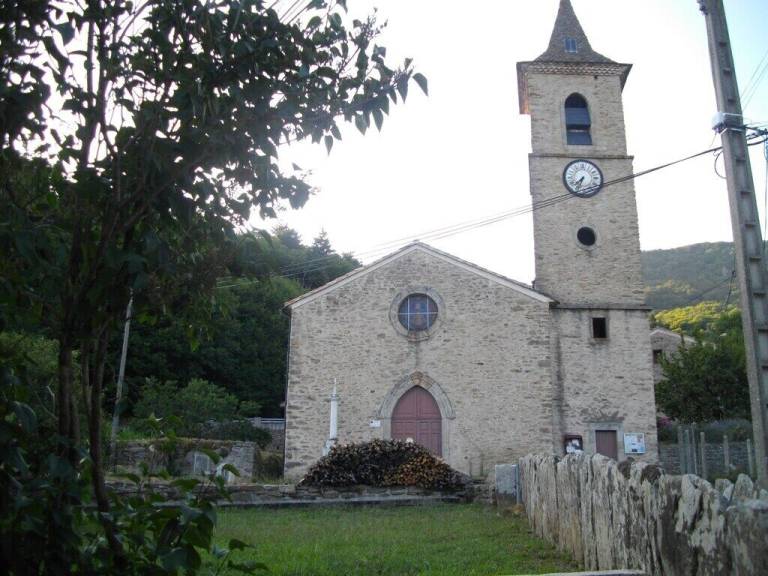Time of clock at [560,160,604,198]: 7:33
